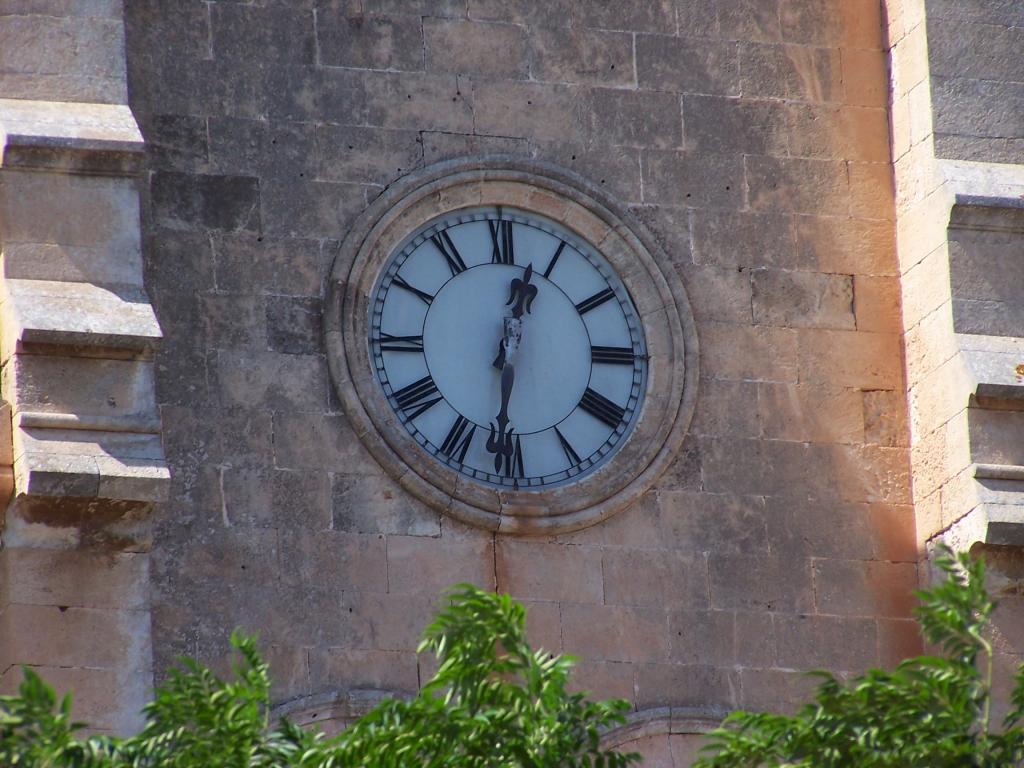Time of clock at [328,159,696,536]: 12:31
